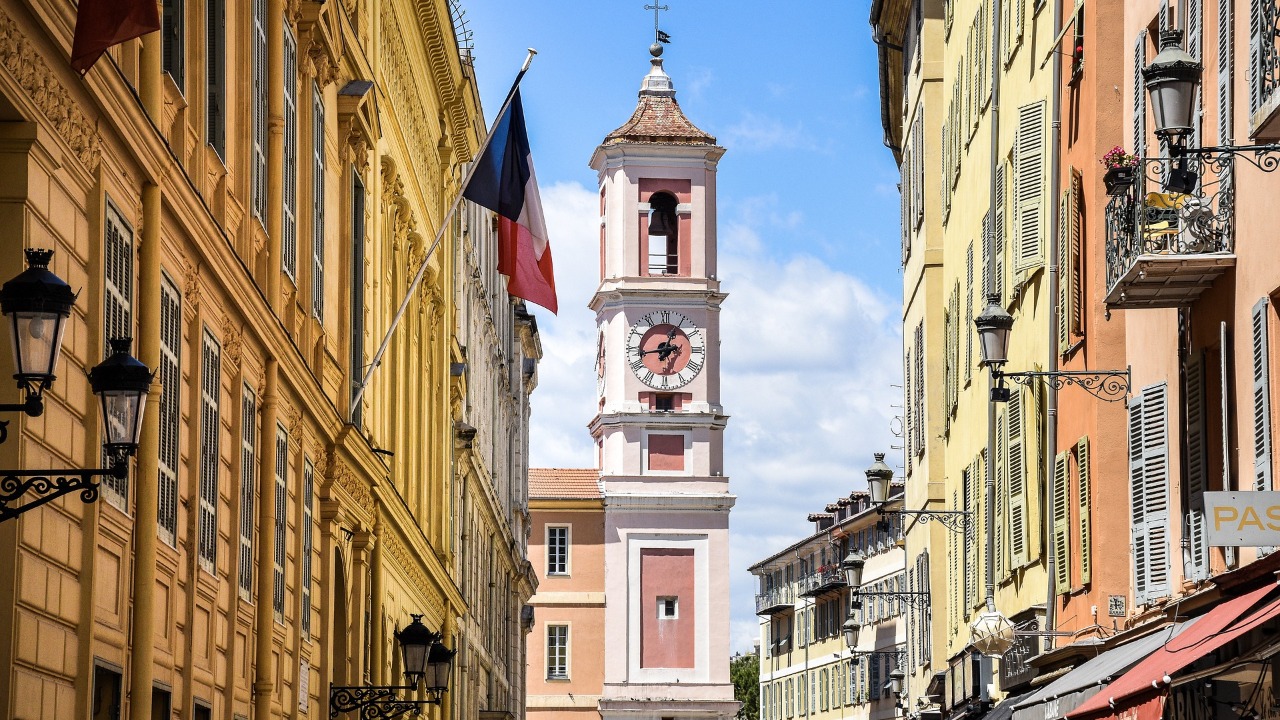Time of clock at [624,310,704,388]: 12:43
